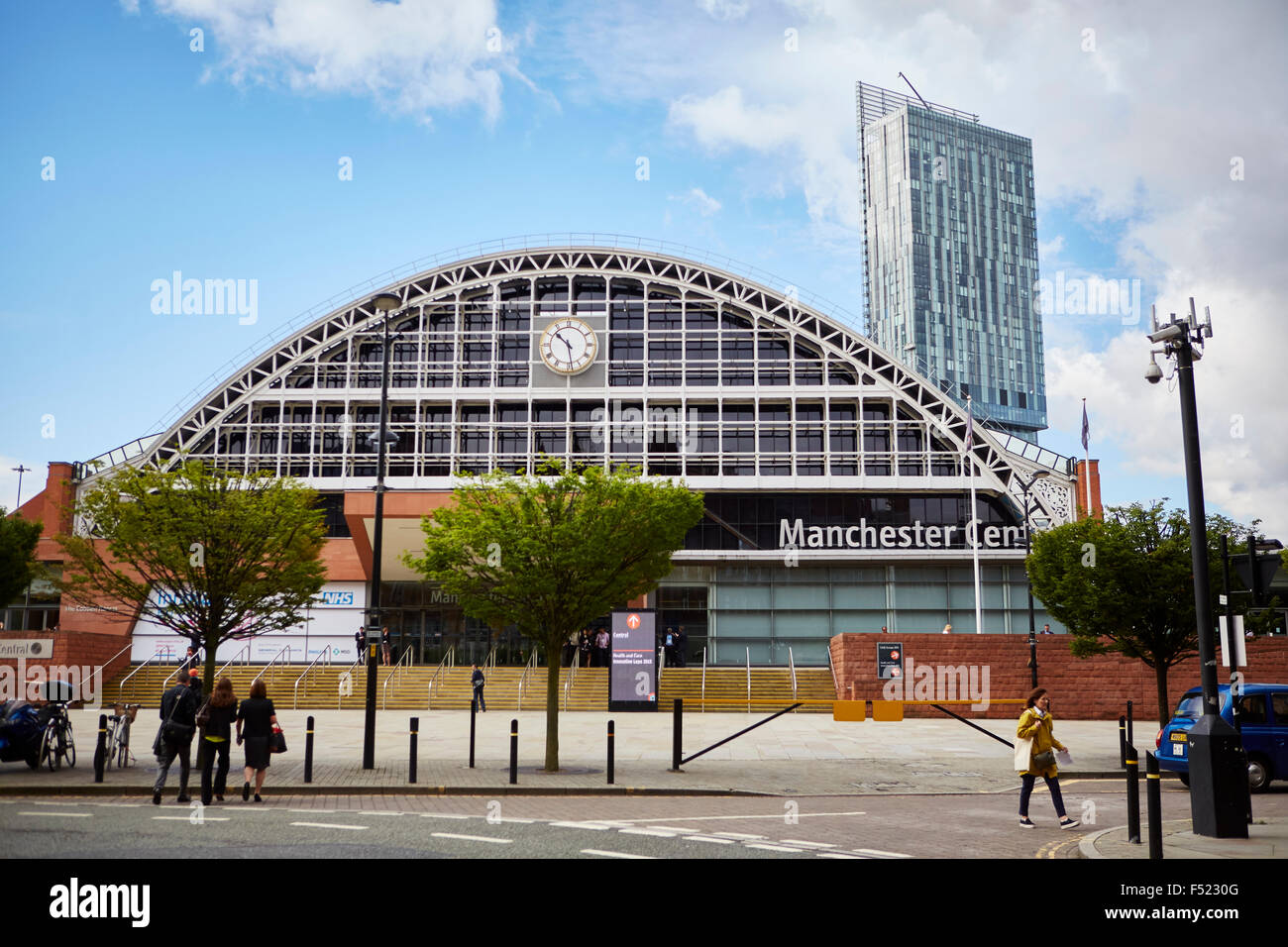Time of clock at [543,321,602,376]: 10:28
